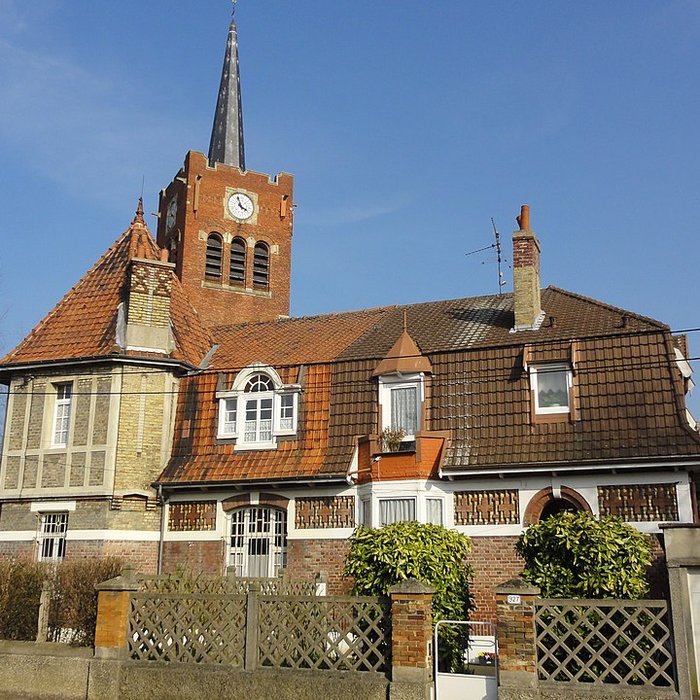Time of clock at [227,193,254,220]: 3:58
